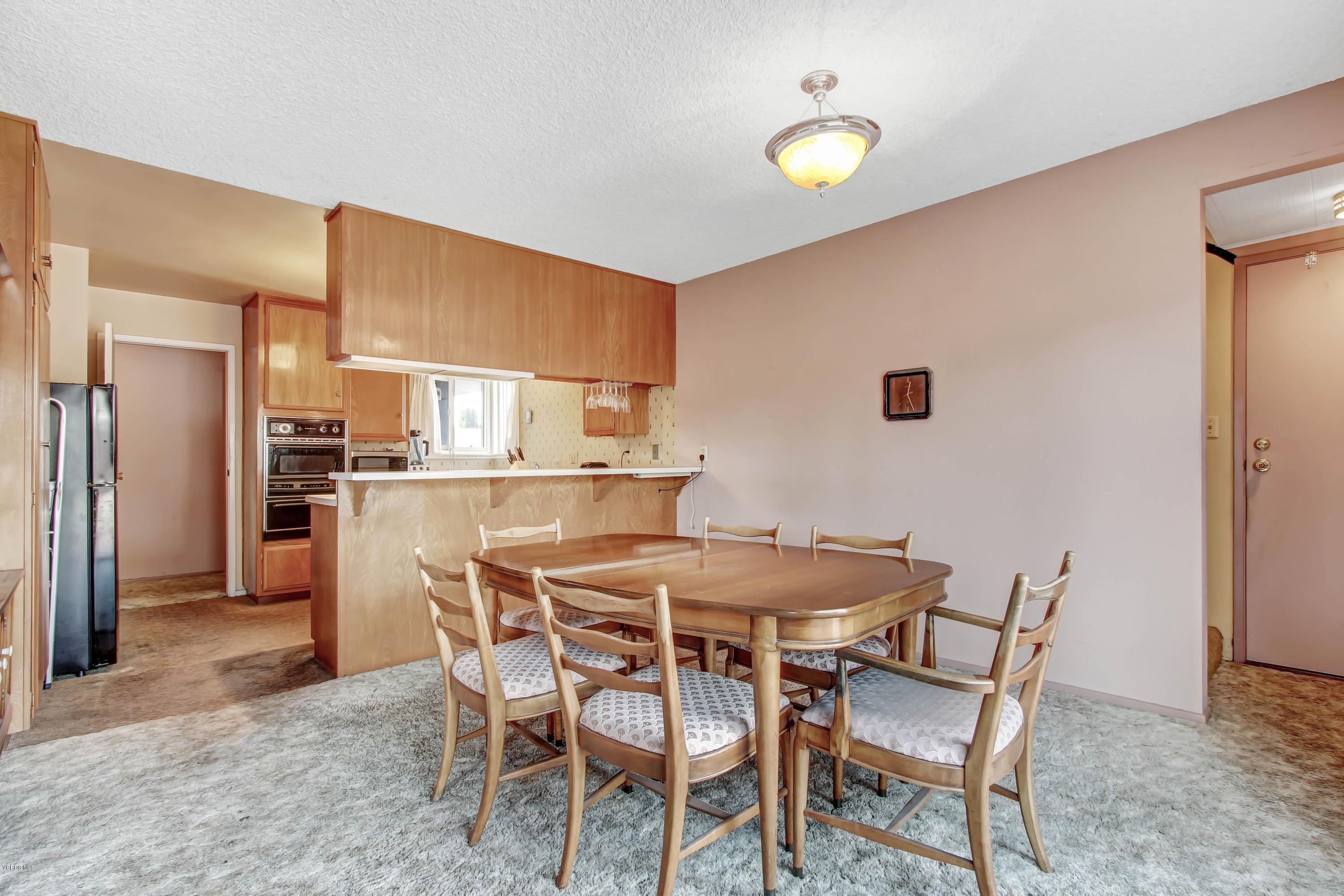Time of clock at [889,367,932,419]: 12:26
